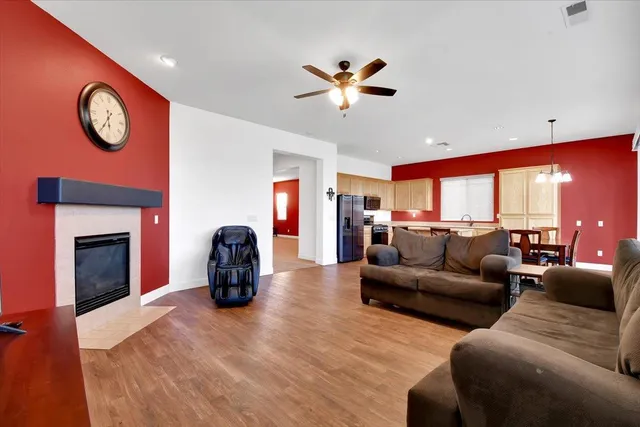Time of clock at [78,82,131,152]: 5:35
